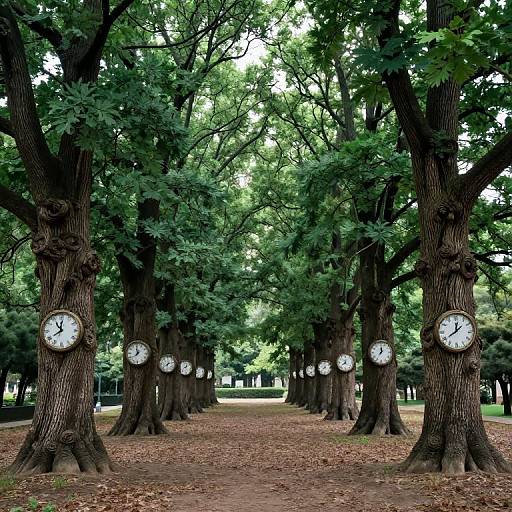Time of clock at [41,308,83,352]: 11:02
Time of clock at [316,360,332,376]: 7:37
